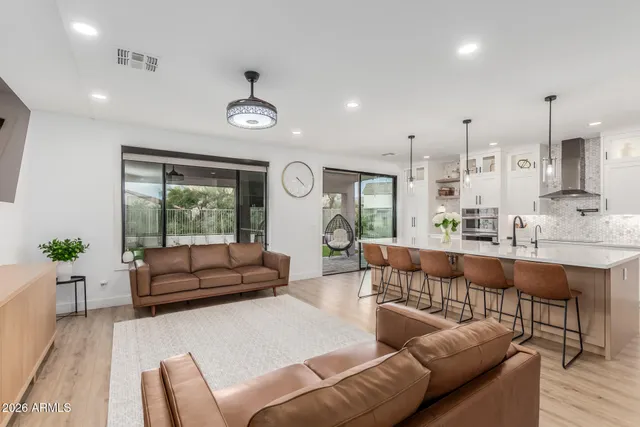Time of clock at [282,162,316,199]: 4:22
